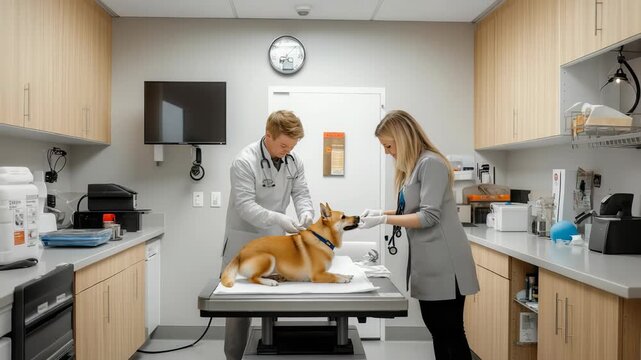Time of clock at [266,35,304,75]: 7:07
